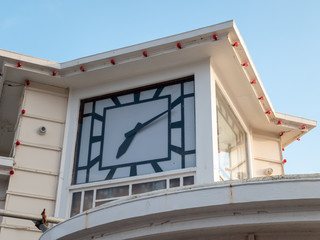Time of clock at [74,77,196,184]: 7:10
